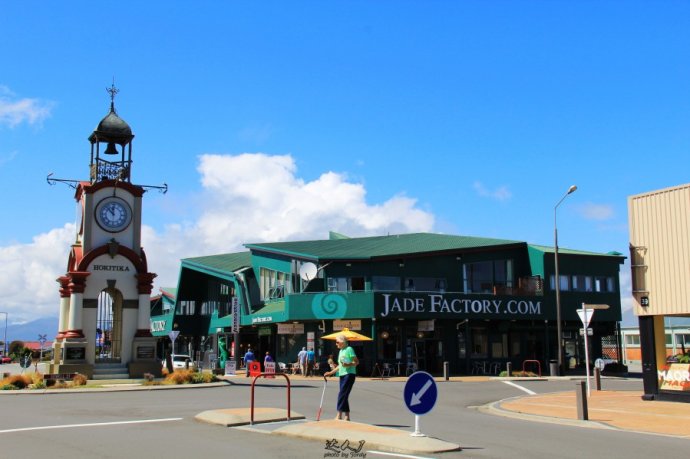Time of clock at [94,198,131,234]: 11:52
